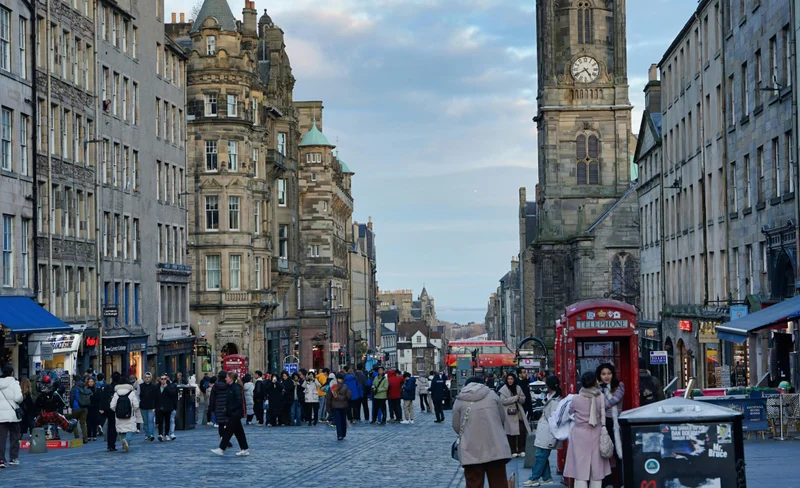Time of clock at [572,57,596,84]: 4:40
